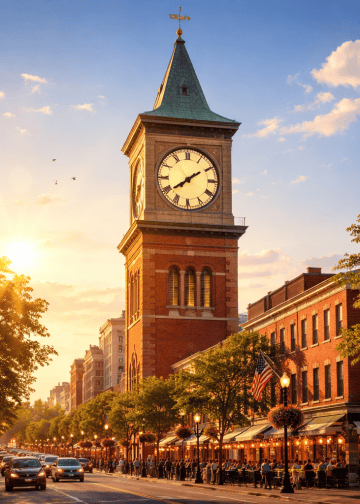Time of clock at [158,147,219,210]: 7:39
